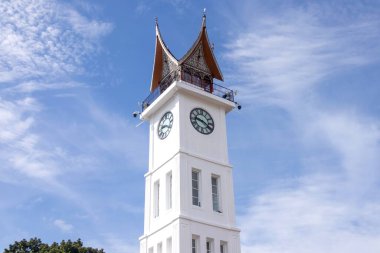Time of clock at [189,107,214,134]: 9:20
